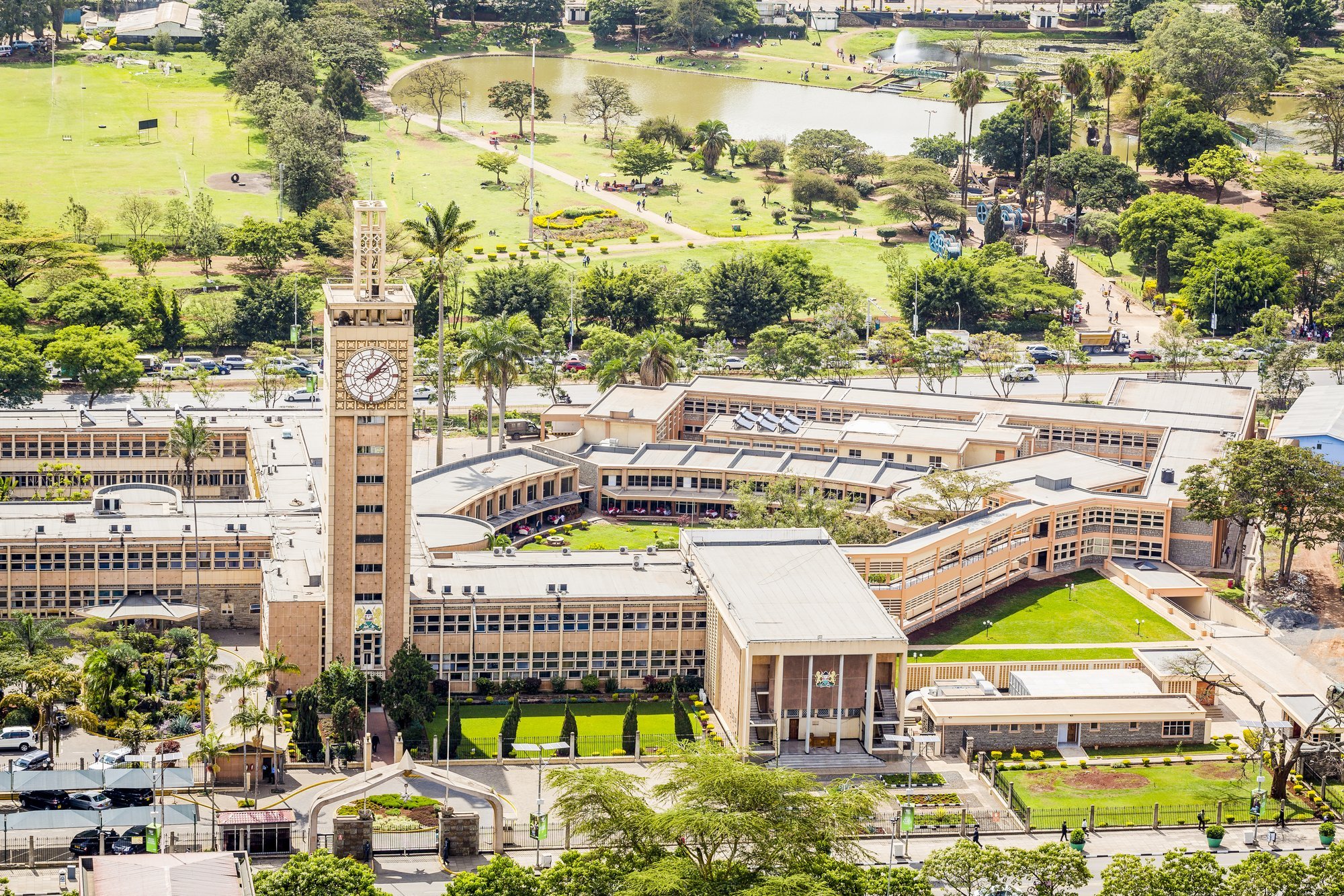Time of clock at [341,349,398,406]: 2:07
